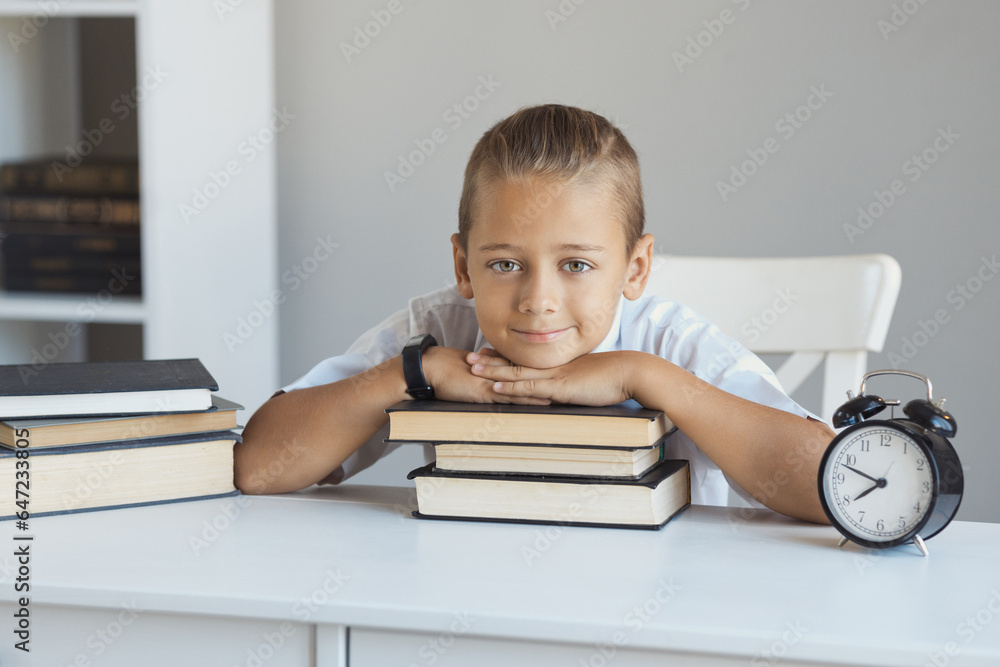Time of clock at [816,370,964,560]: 7:48
